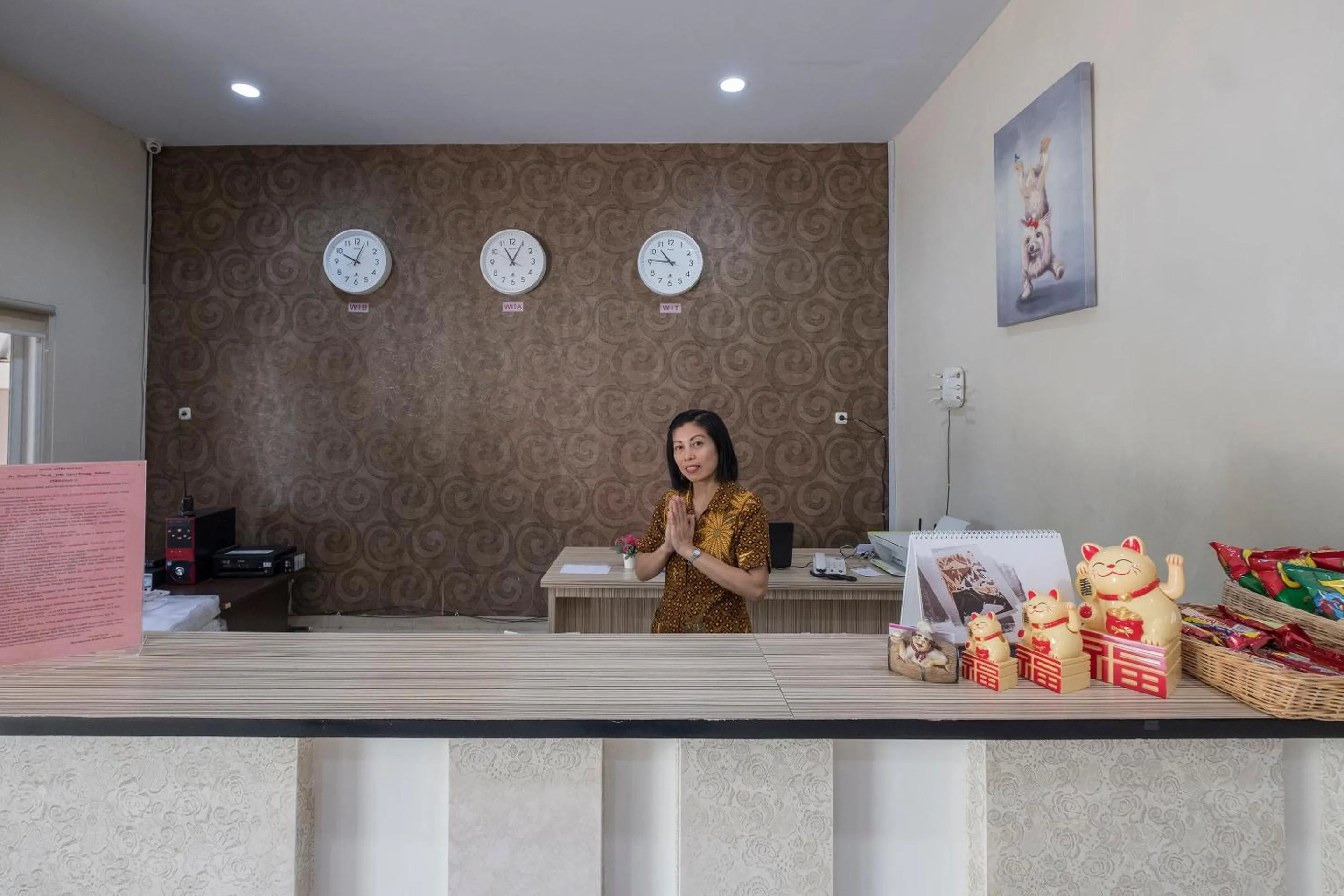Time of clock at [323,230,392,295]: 10:03
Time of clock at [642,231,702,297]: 10:45
